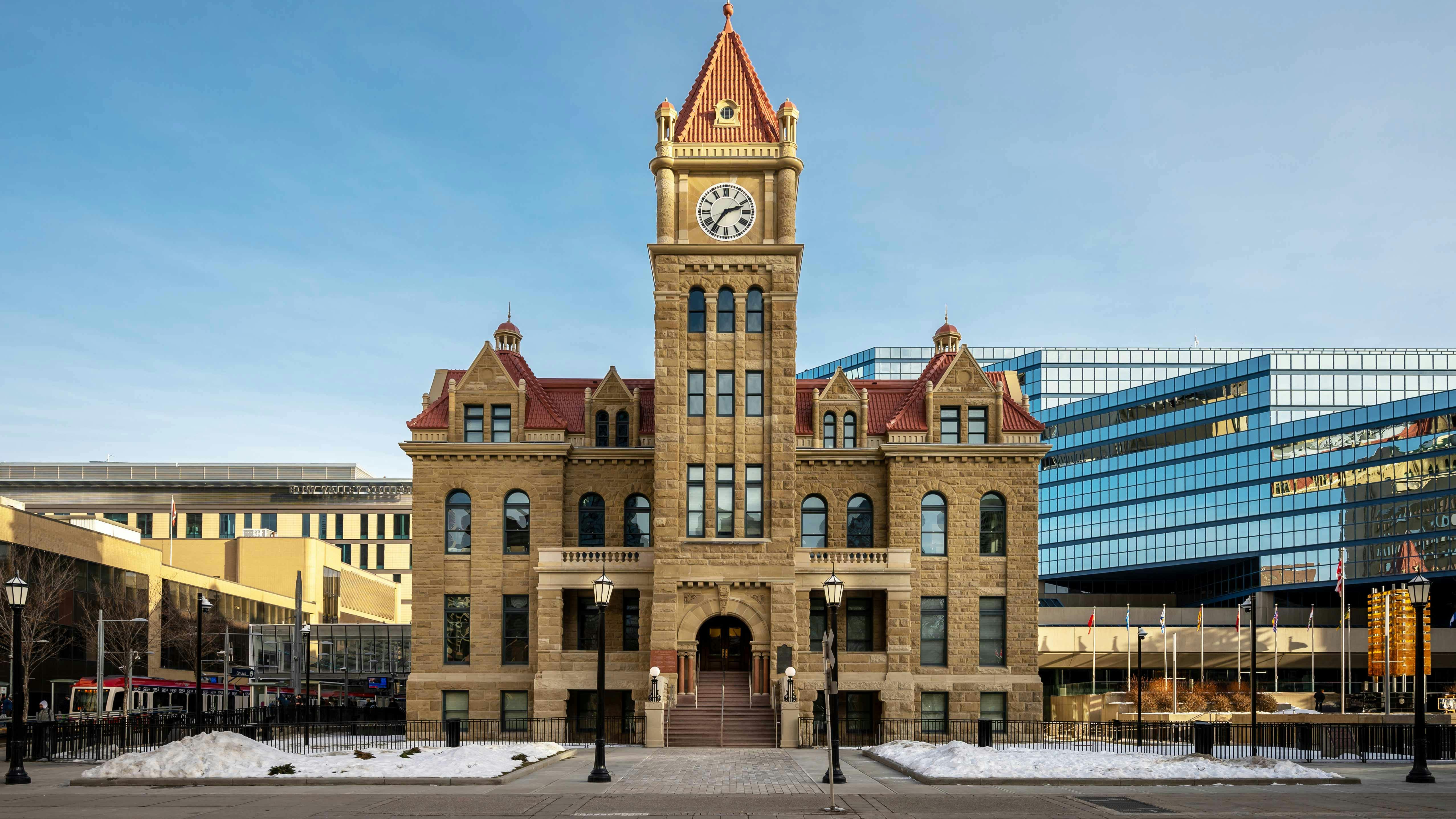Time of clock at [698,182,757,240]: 2:36
